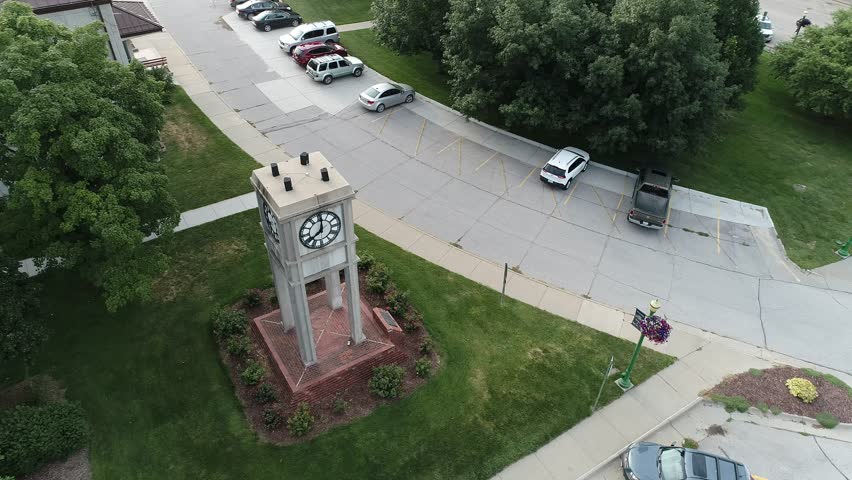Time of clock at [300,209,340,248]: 8:01
